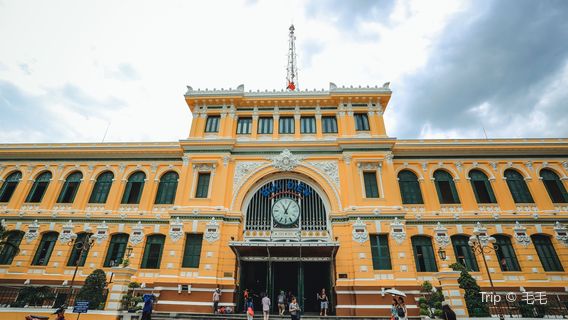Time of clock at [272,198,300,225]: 11:04
